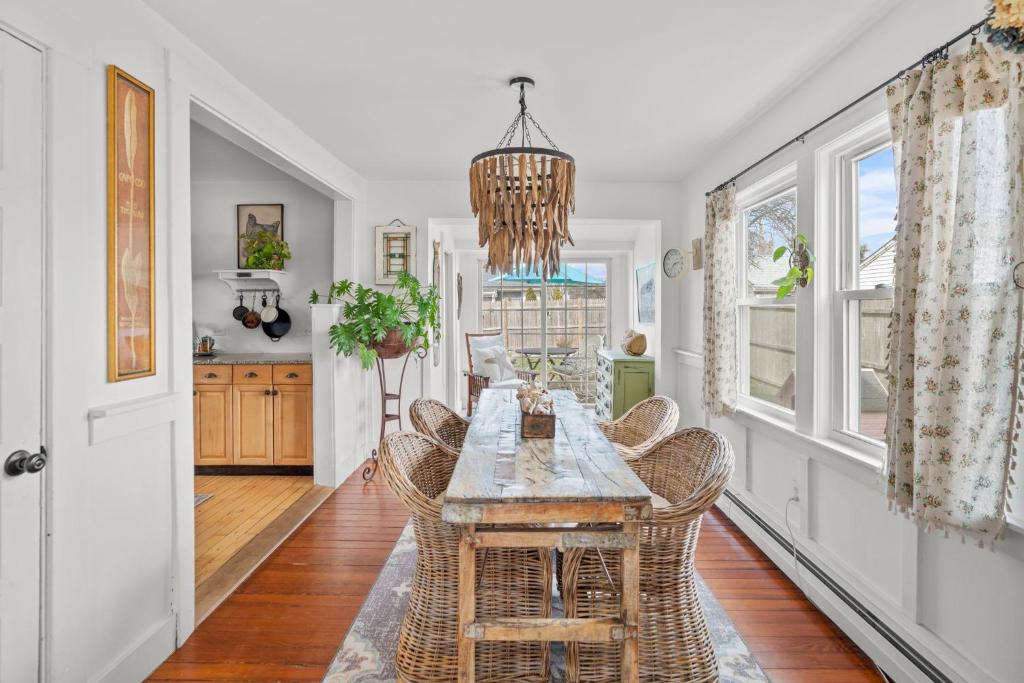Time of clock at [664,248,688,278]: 2:37
